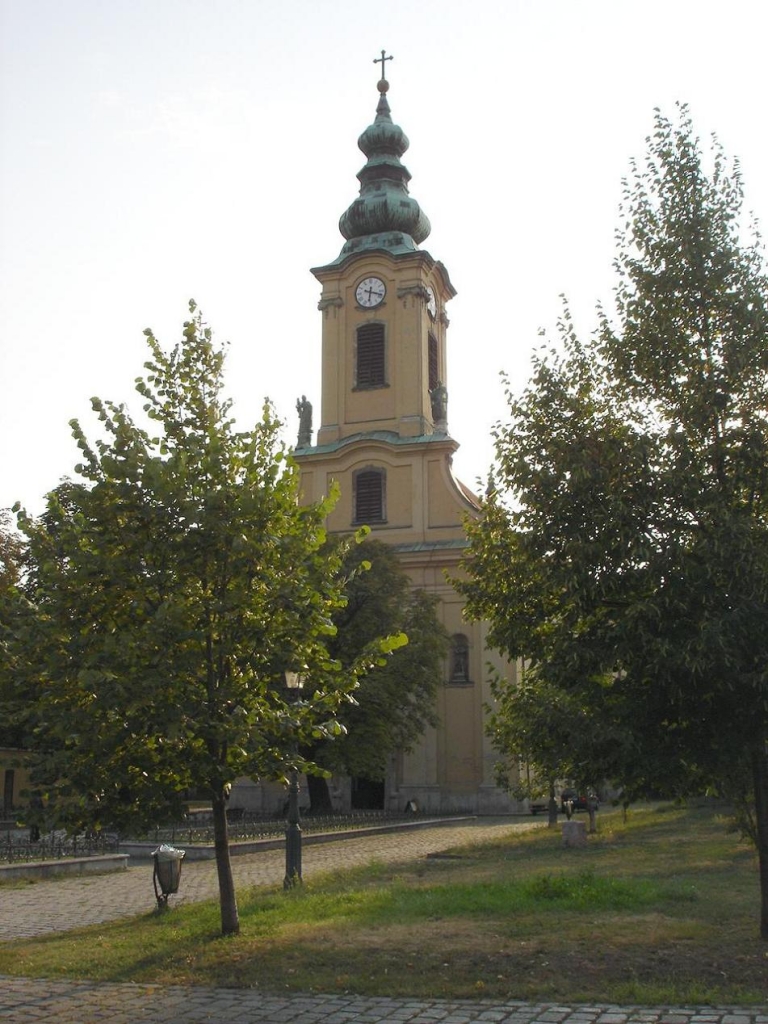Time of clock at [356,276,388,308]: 6:18
